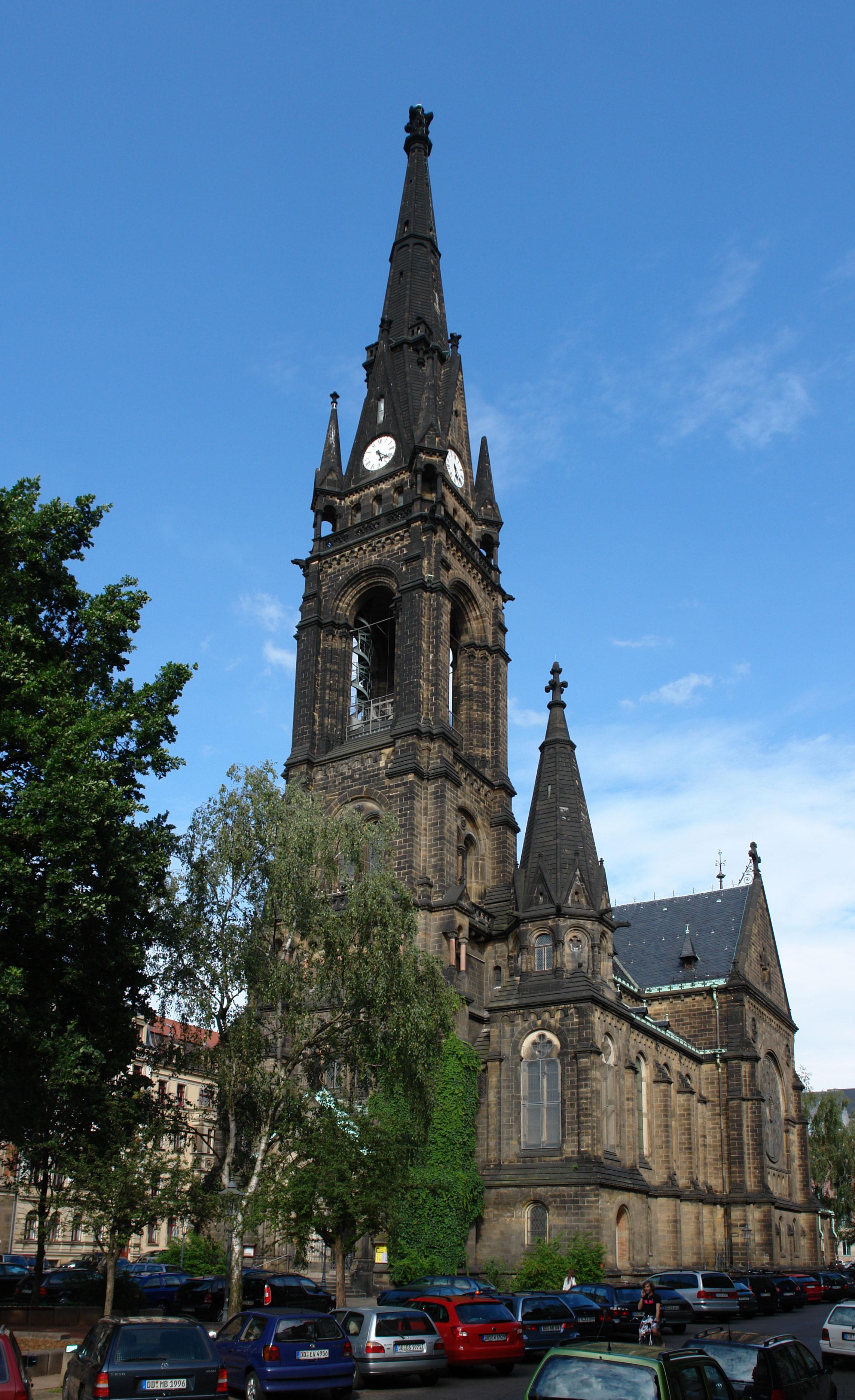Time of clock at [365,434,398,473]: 5:21
